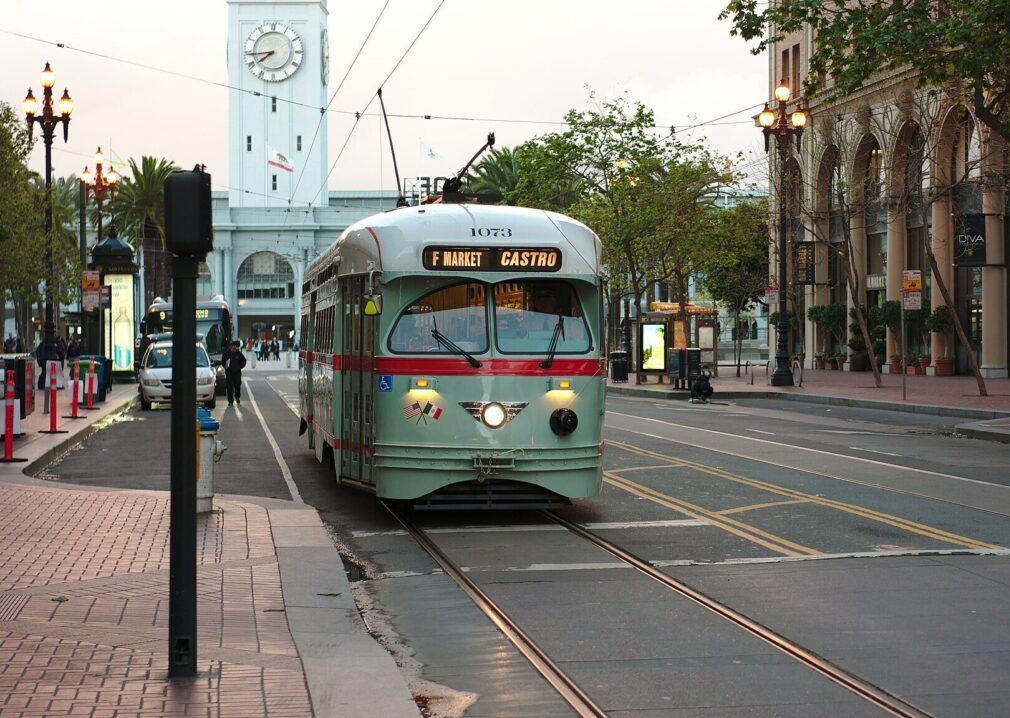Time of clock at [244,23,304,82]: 7:44
